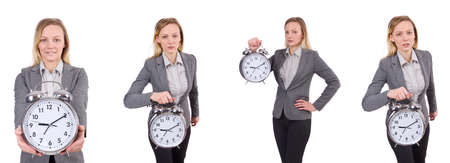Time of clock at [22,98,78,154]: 9:10
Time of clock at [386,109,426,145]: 9:10
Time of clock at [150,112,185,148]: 9:10
